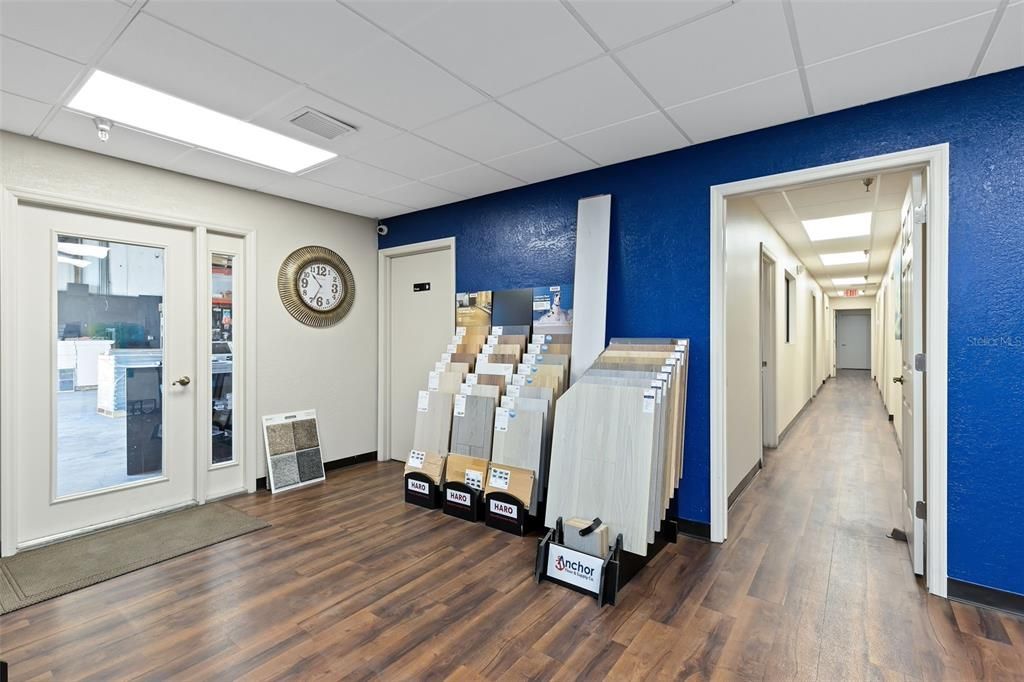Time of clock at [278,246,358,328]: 10:34
